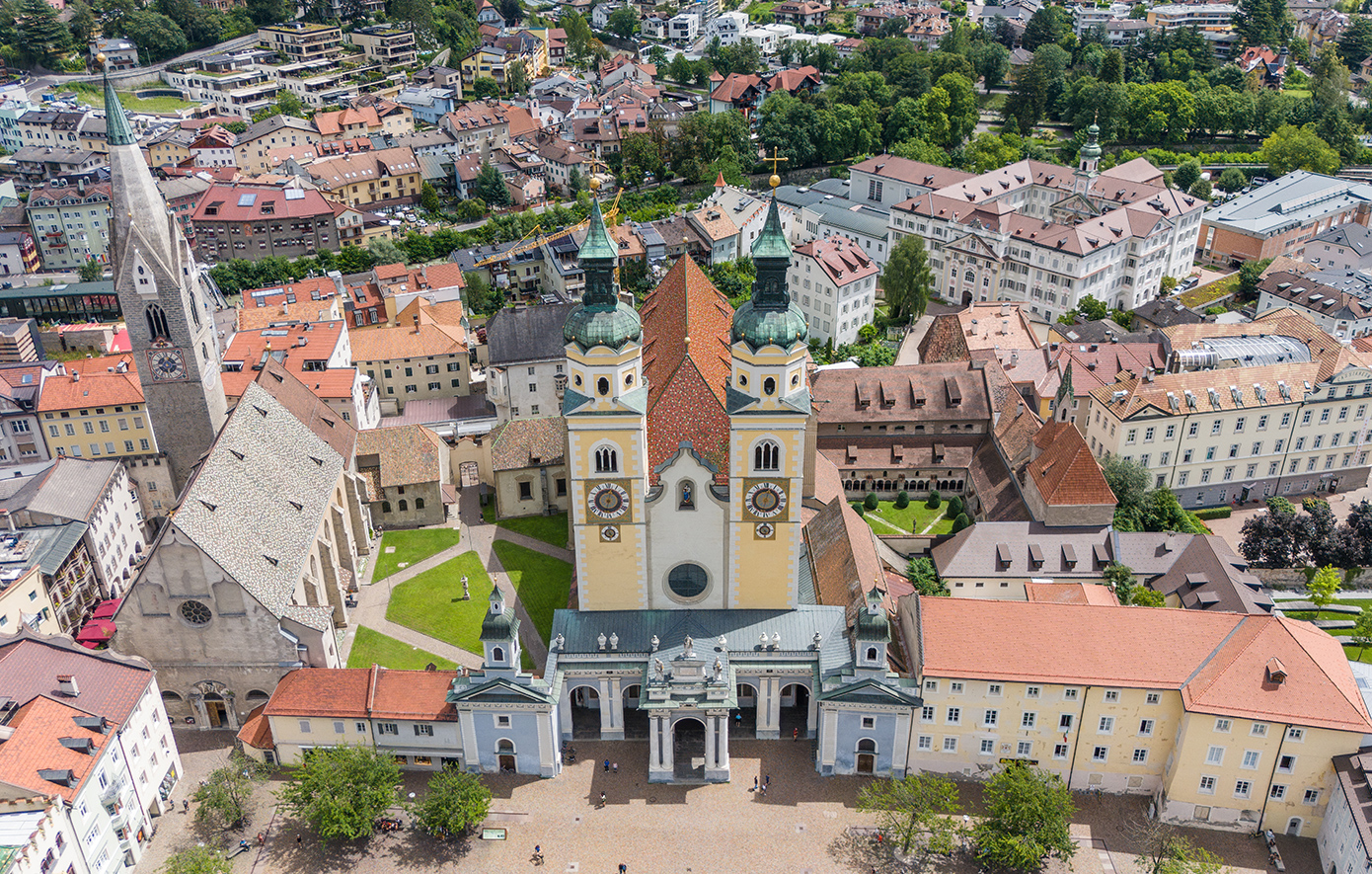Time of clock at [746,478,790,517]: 12:32
